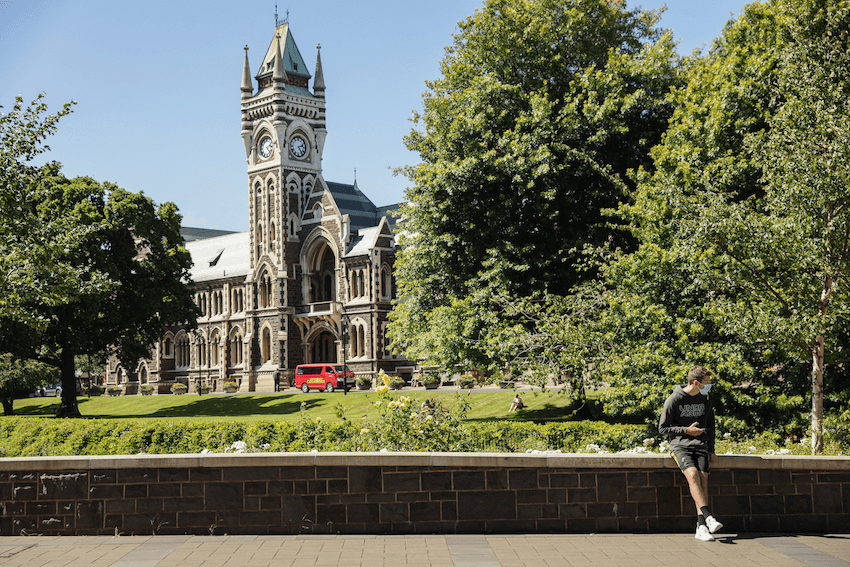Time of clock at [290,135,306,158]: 2:23
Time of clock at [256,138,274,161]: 2:22
